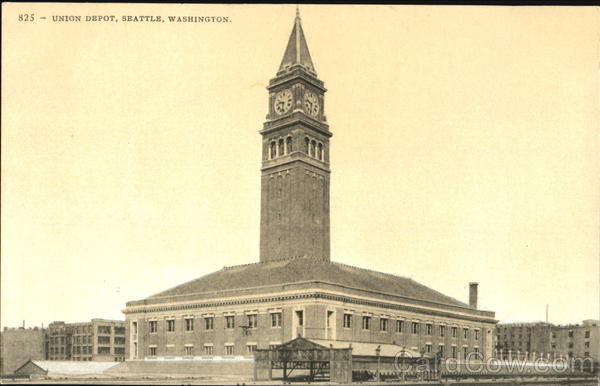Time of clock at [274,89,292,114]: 9:32
